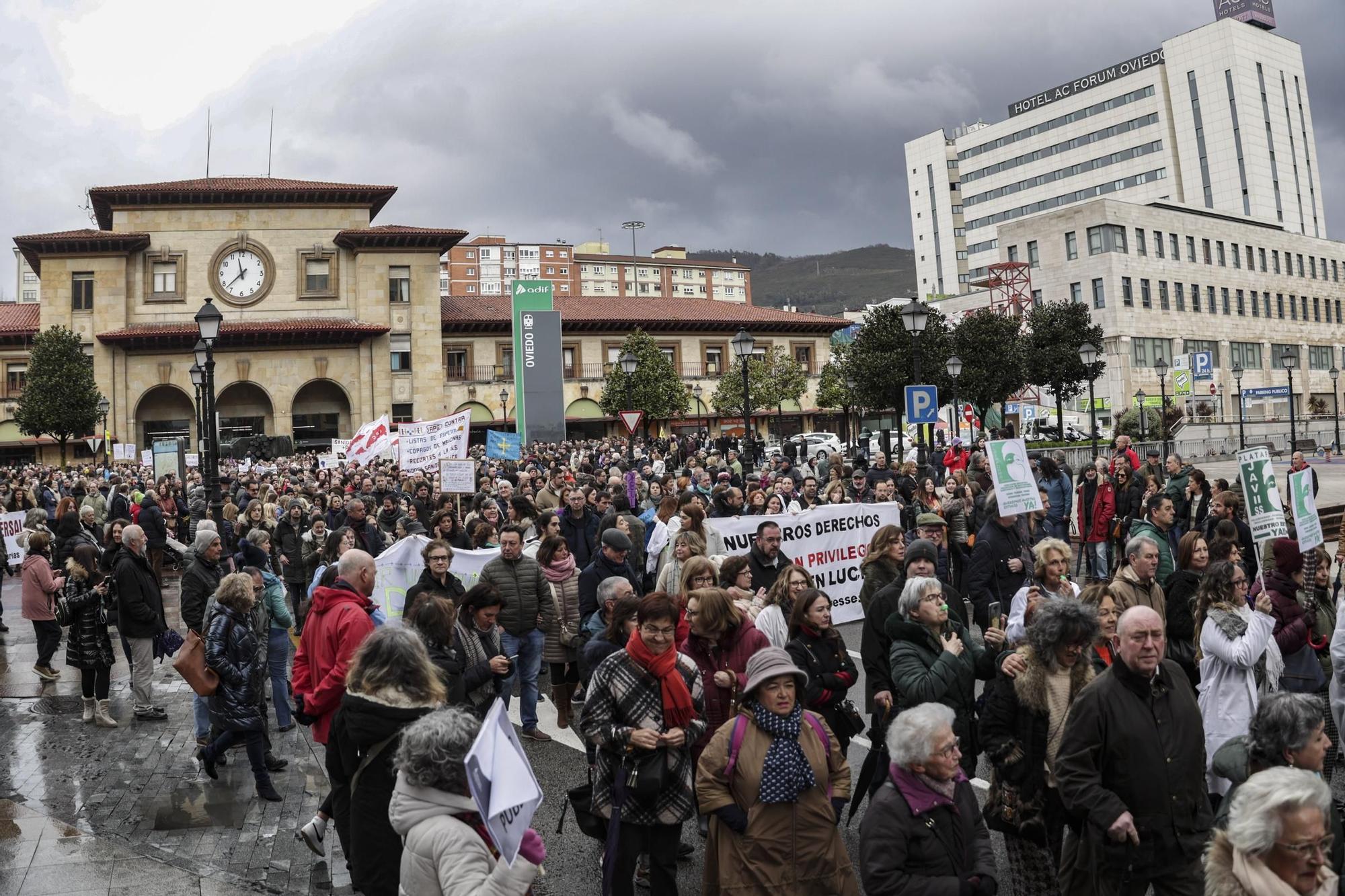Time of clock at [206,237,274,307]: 11:37
